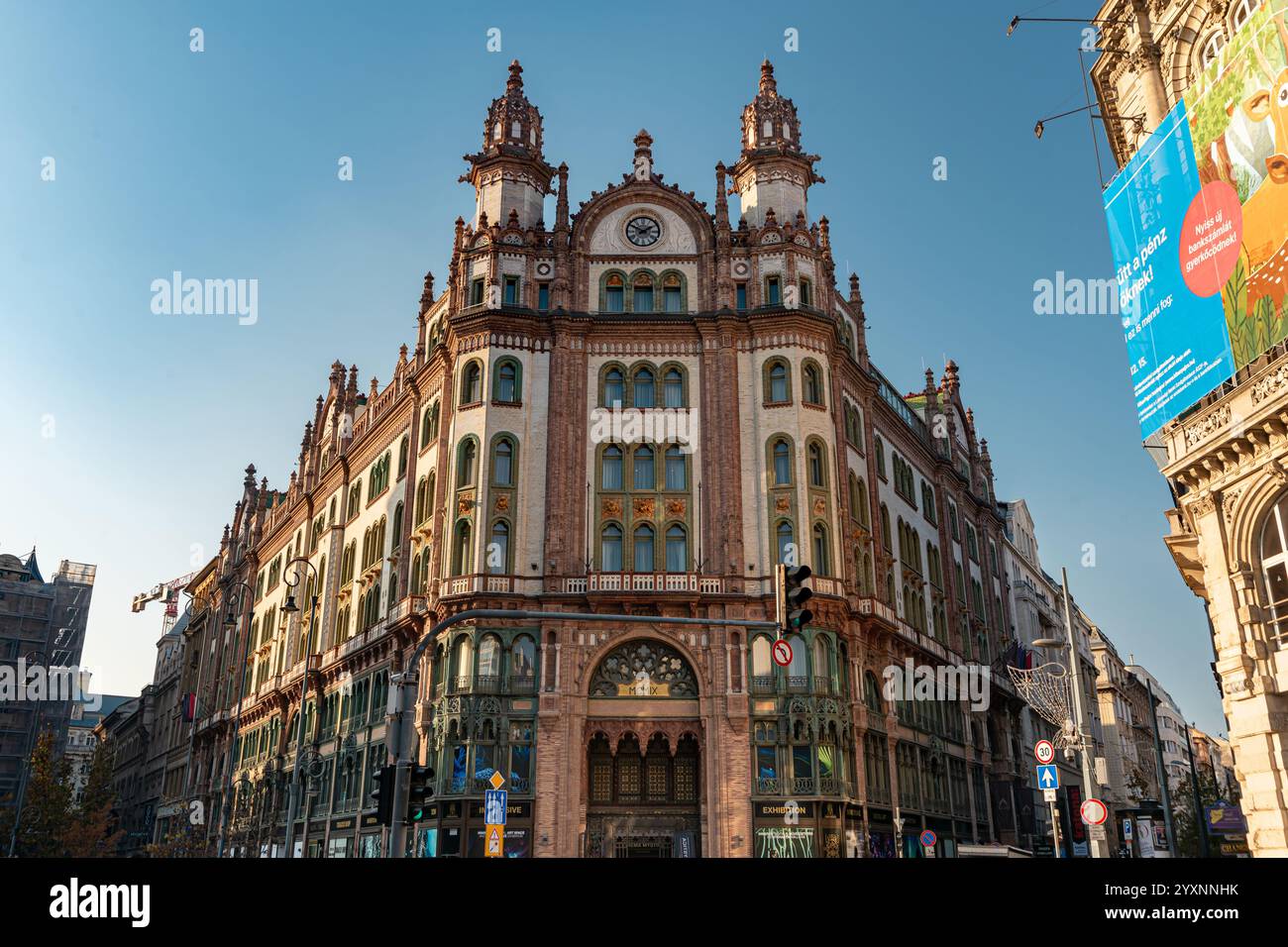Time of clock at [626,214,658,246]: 1:50
